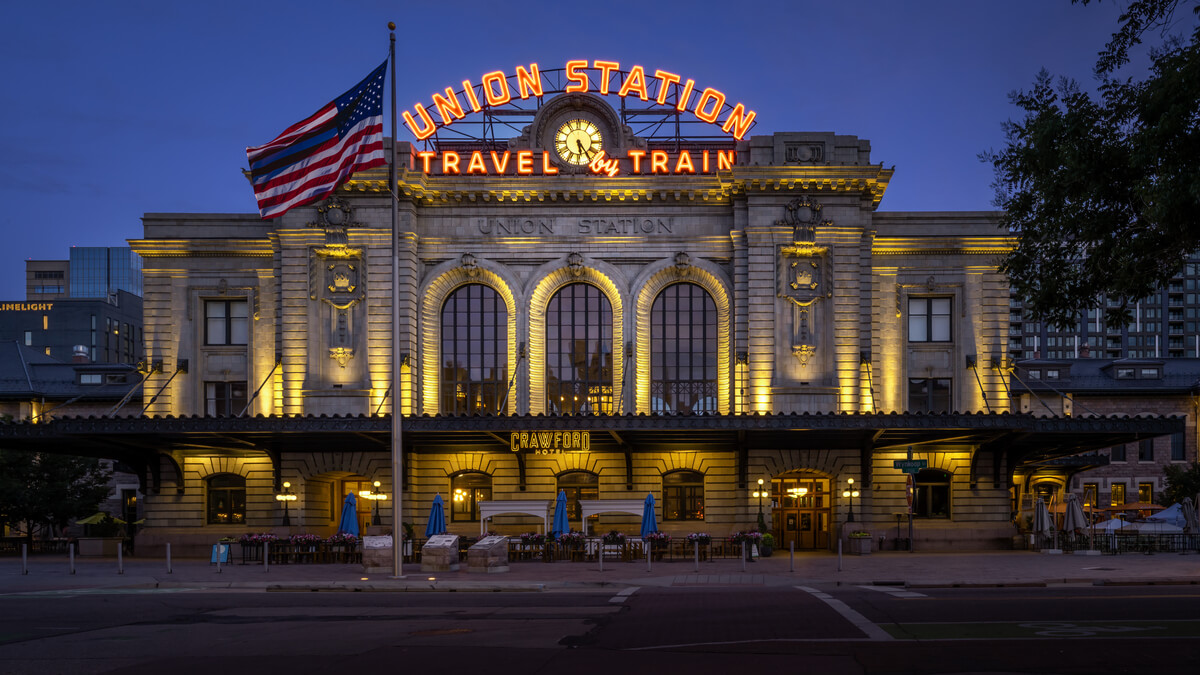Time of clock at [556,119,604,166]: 5:23
